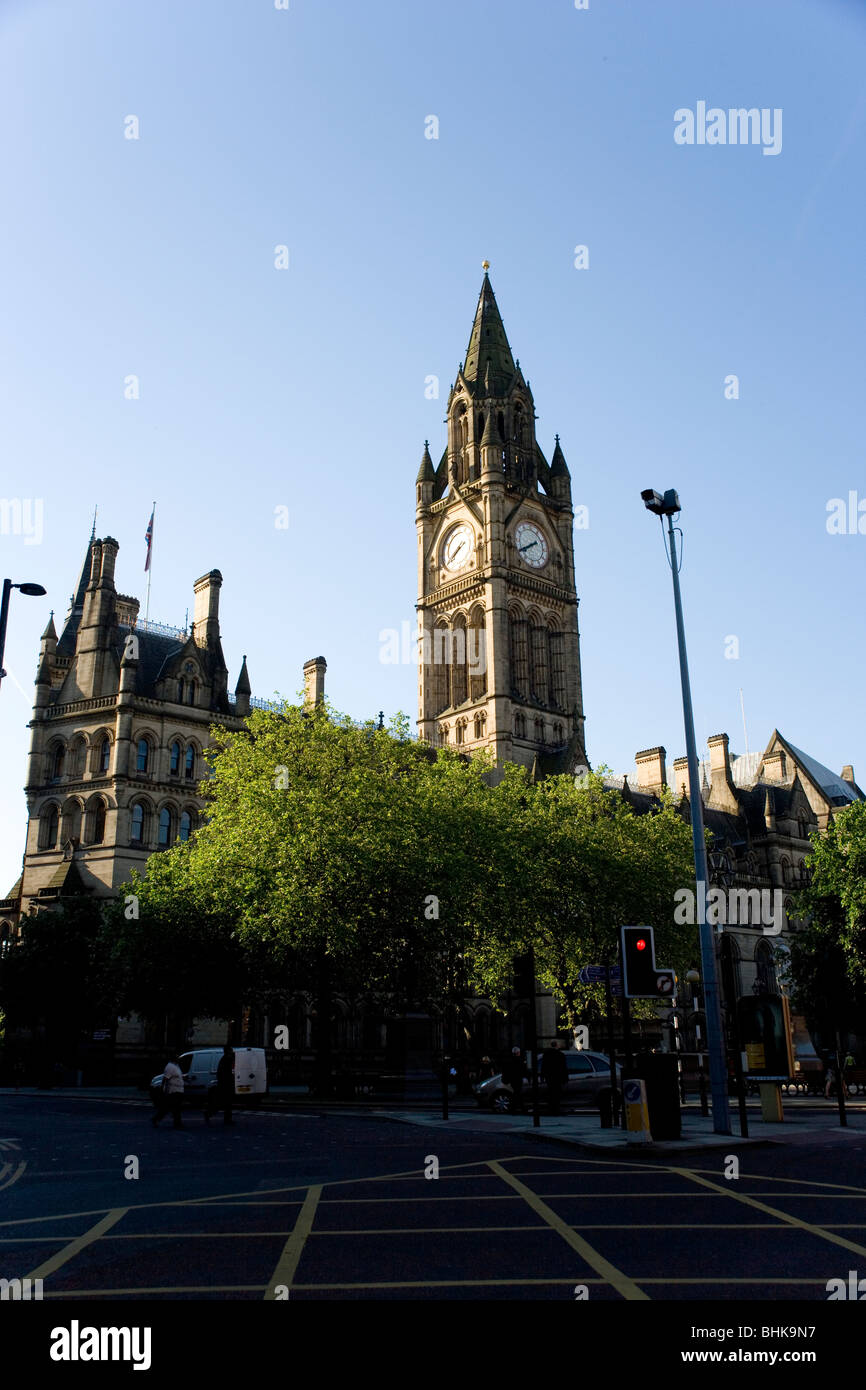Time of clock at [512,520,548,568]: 7:40
